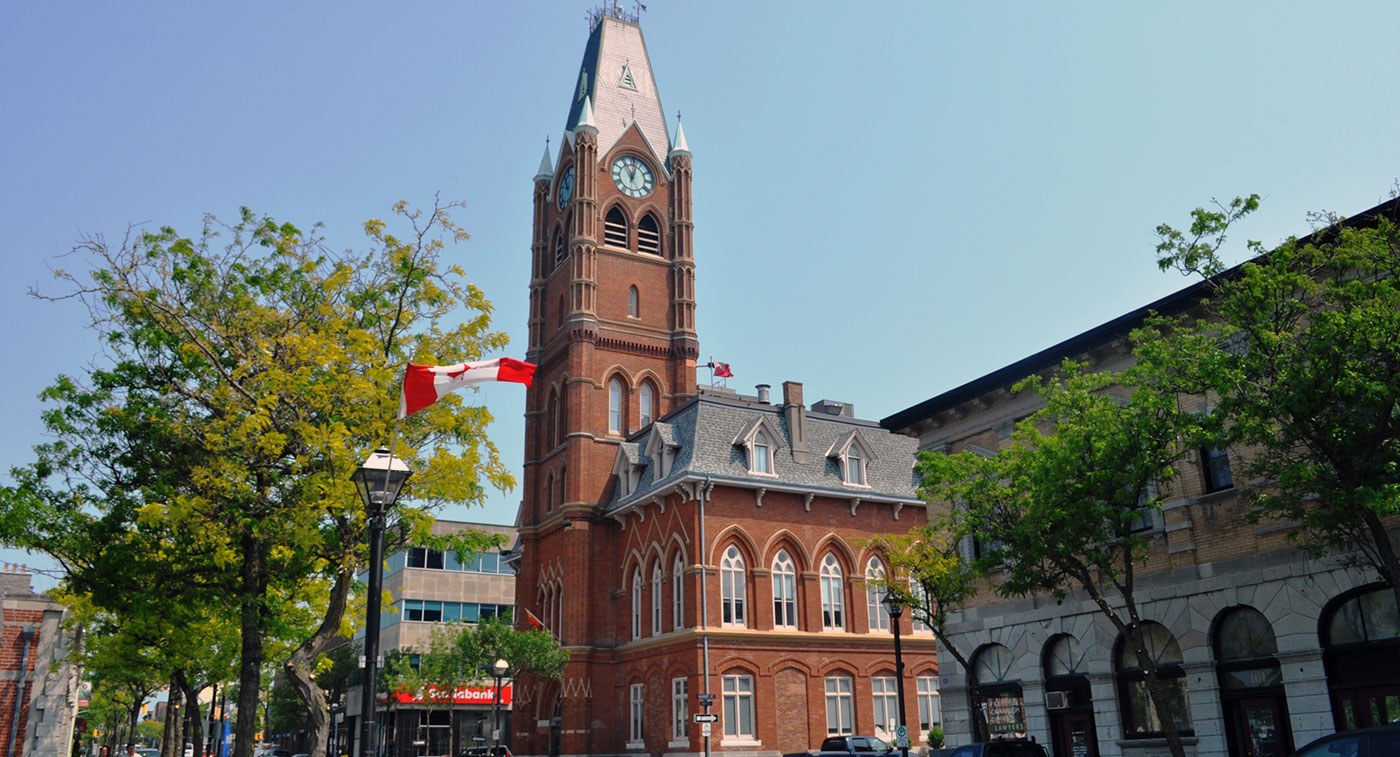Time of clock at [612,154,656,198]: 11:02
